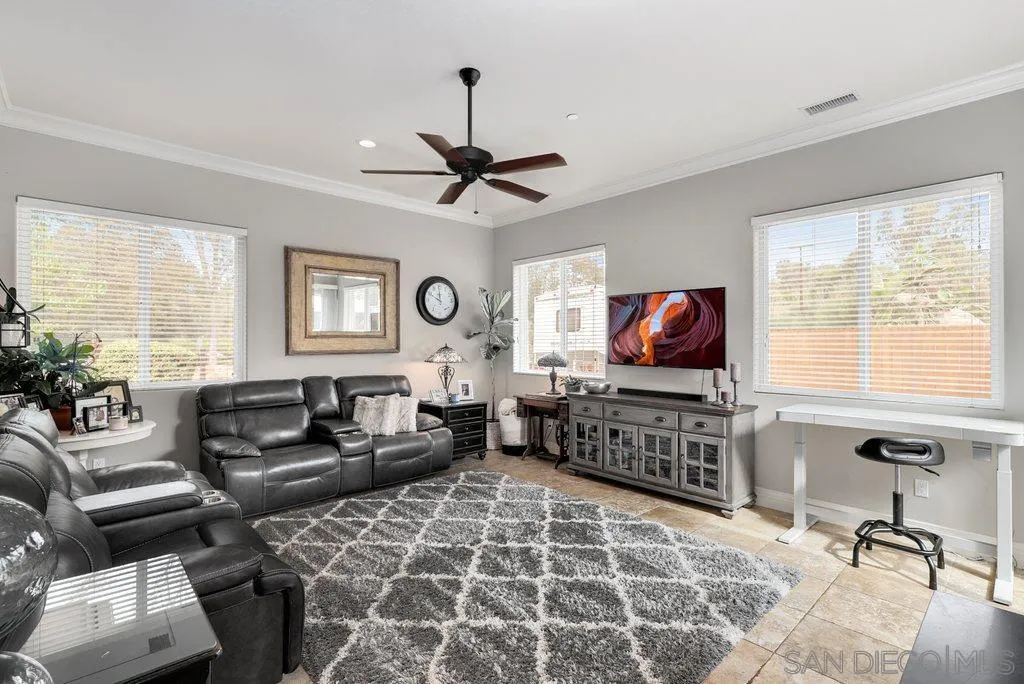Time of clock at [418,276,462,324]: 11:49
